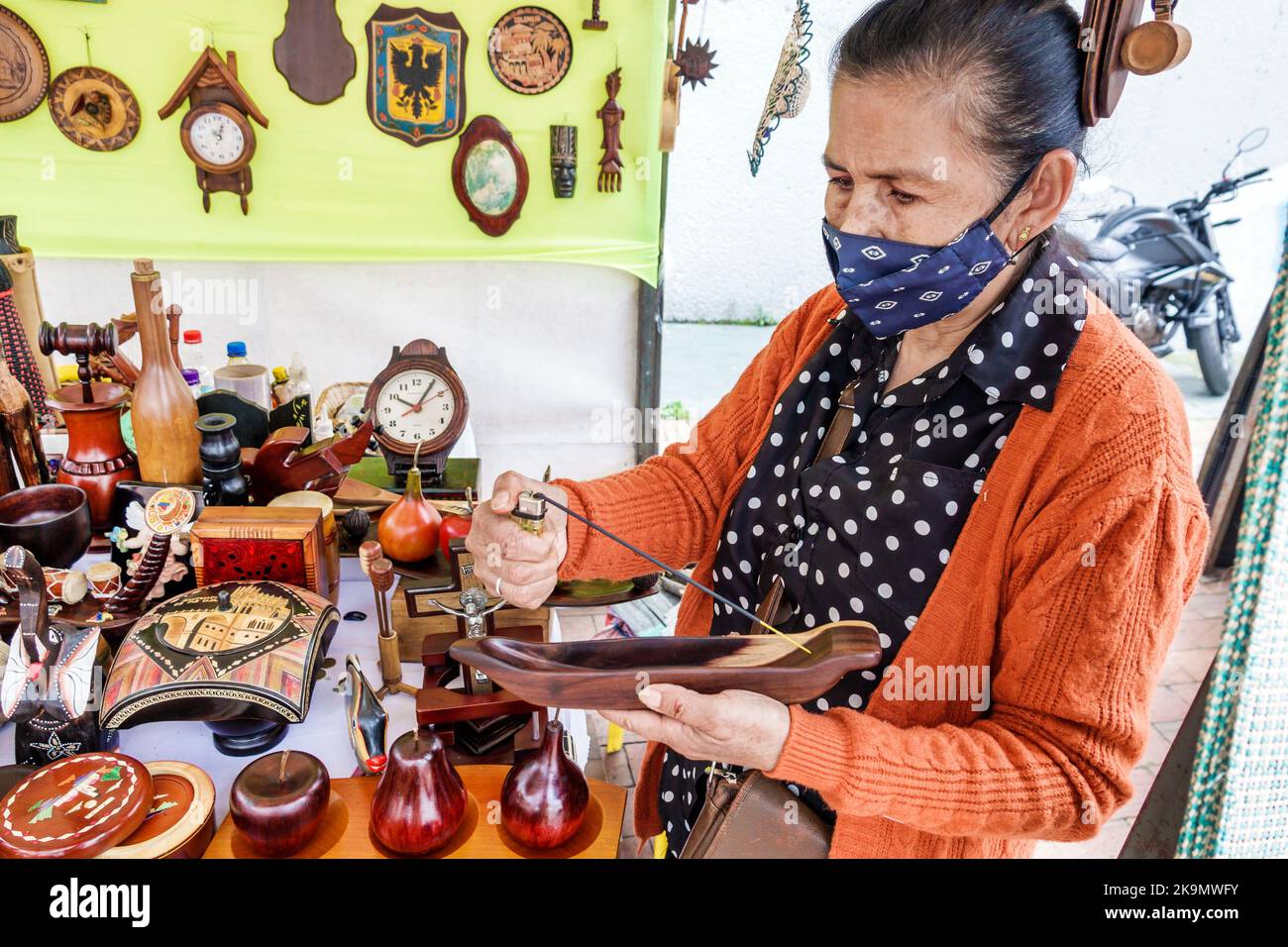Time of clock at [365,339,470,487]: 10:05
